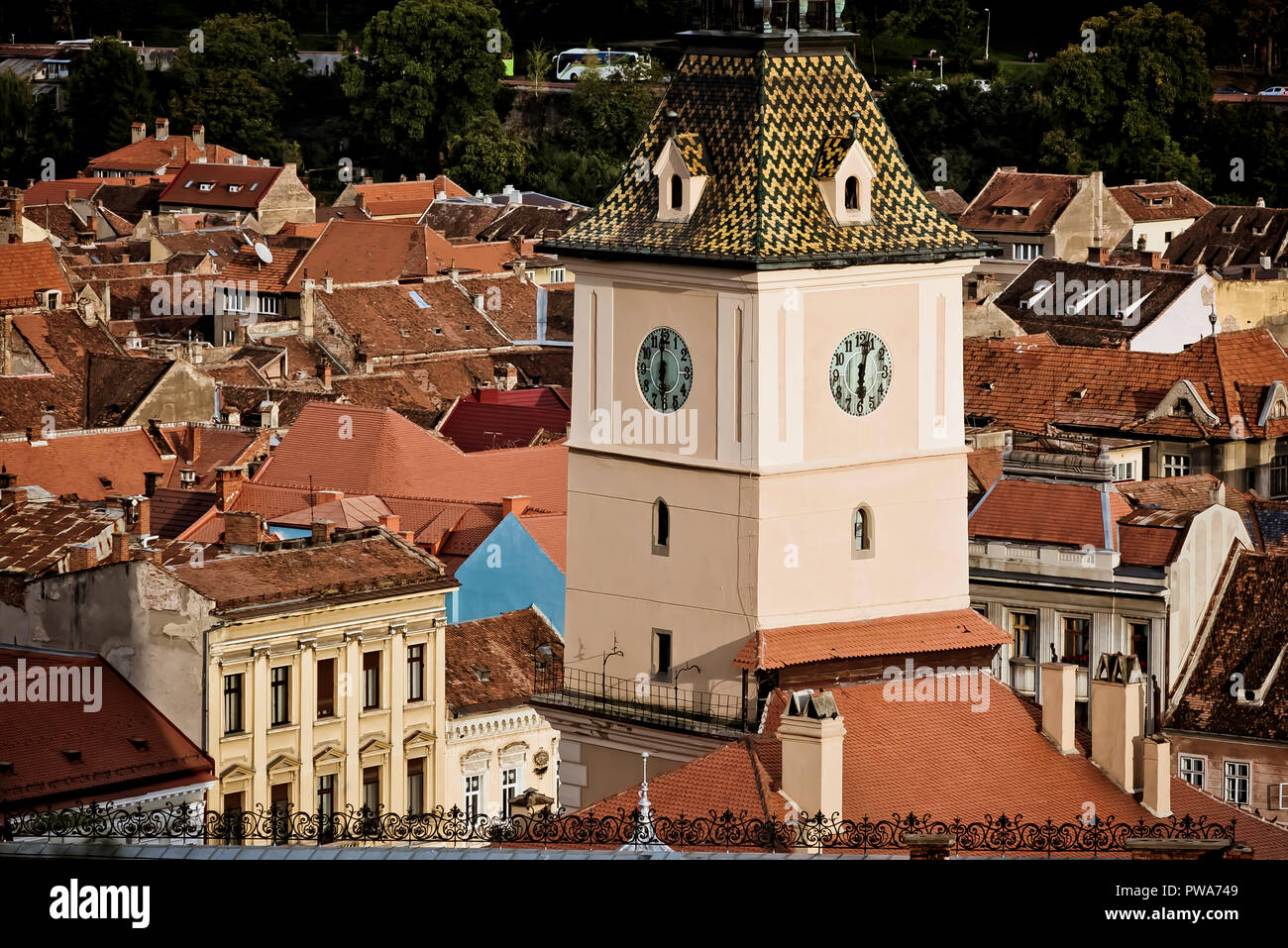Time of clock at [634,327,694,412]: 5:59
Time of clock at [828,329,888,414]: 6:02
